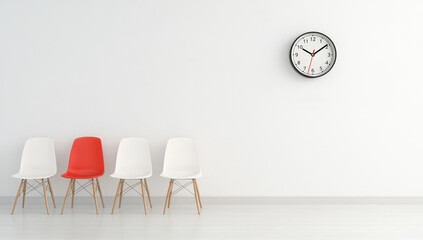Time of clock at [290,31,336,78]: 1:49
